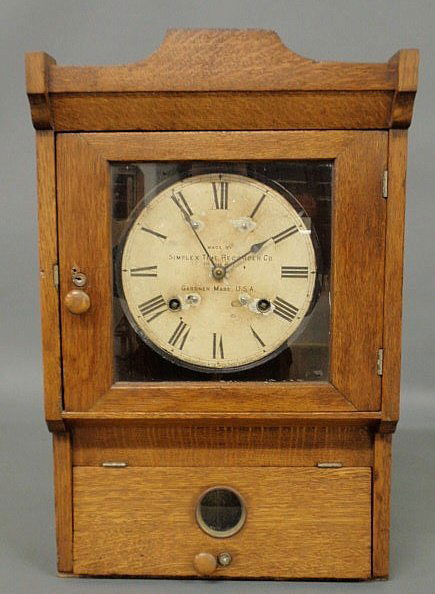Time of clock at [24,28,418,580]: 8:09
